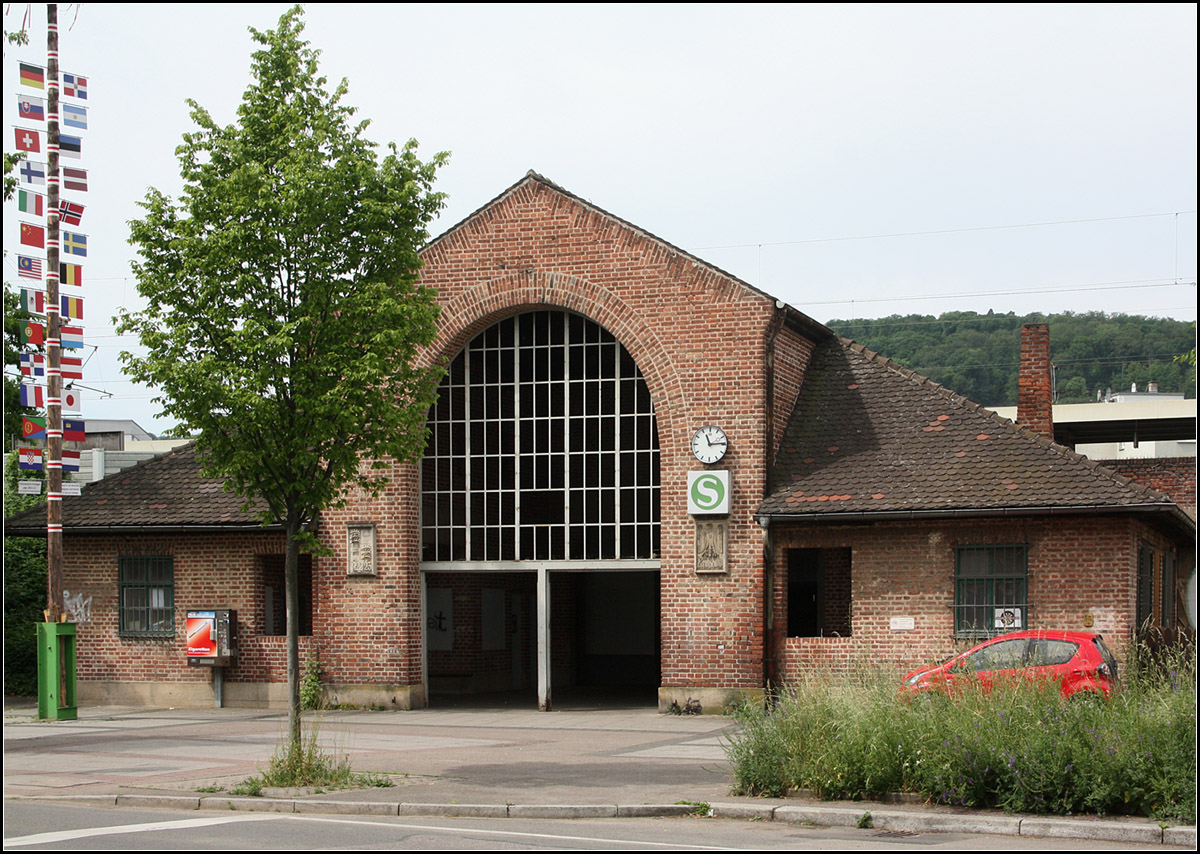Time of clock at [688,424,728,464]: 11:13
